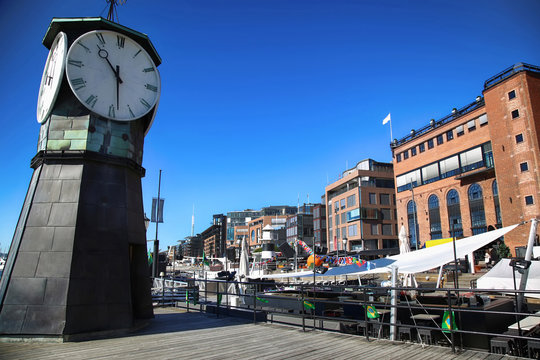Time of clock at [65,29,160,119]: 10:28
